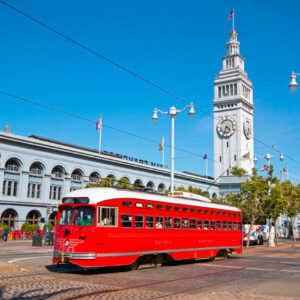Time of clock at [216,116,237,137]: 4:33
